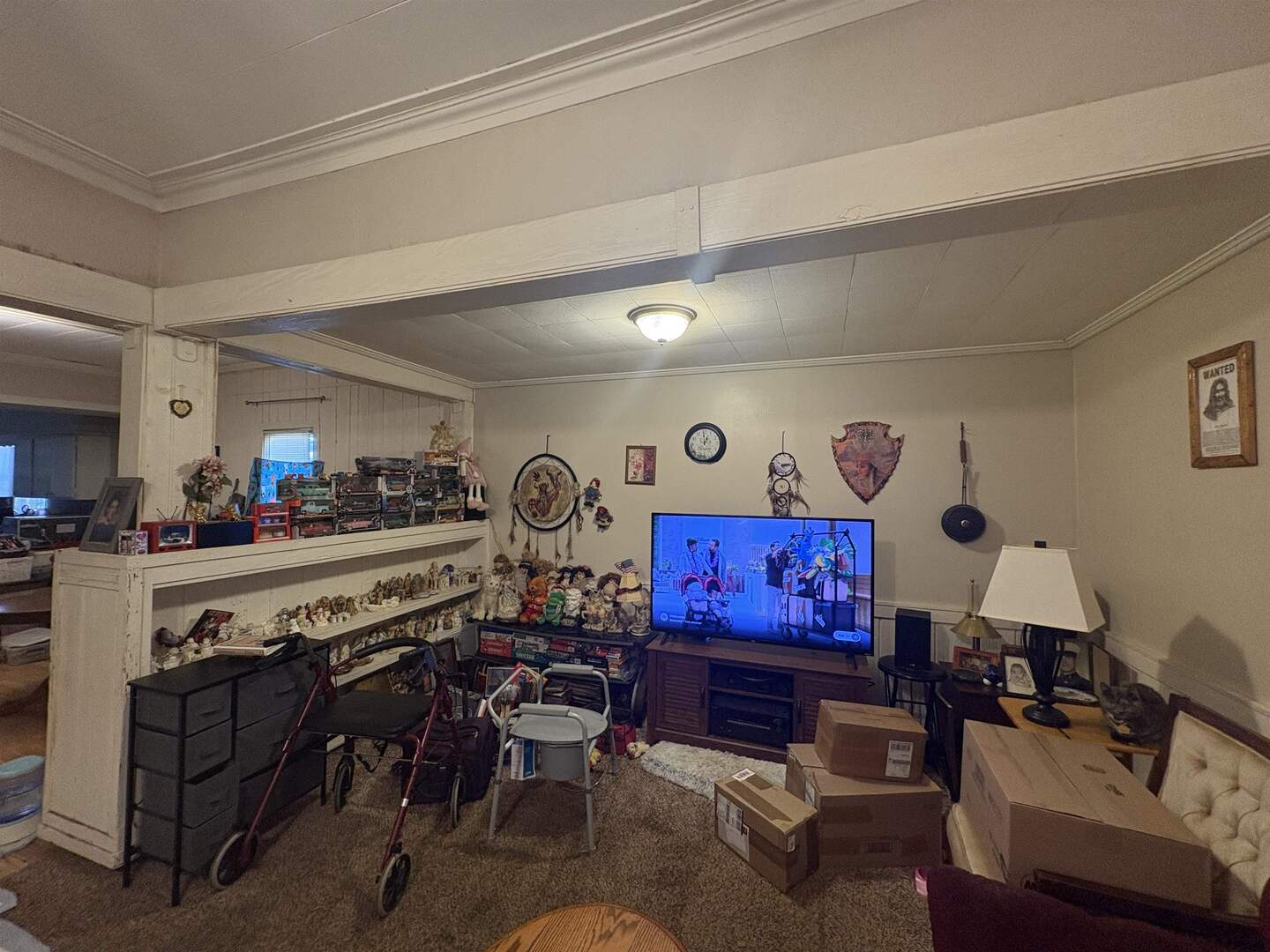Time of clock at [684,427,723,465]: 12:59
